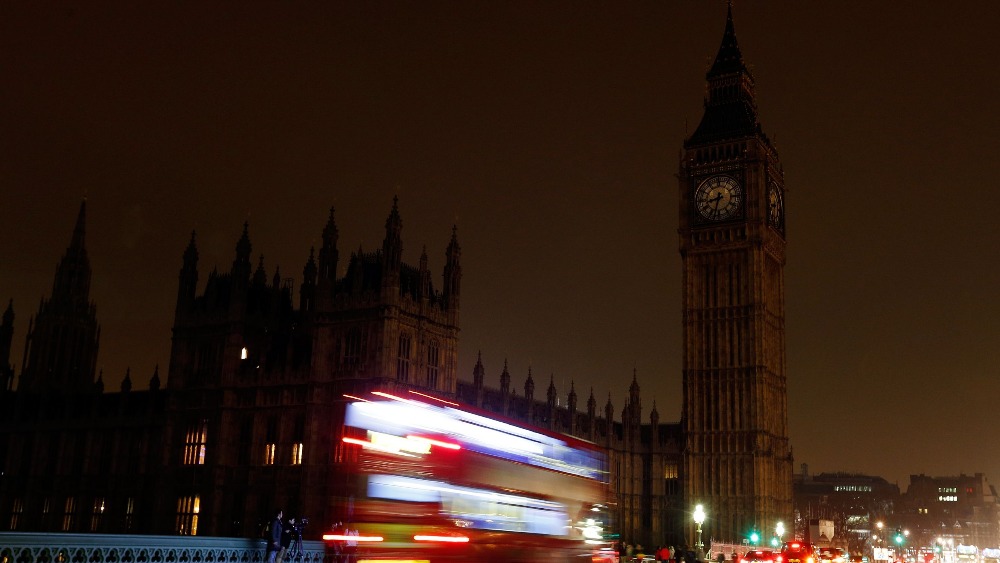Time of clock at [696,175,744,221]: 8:32
